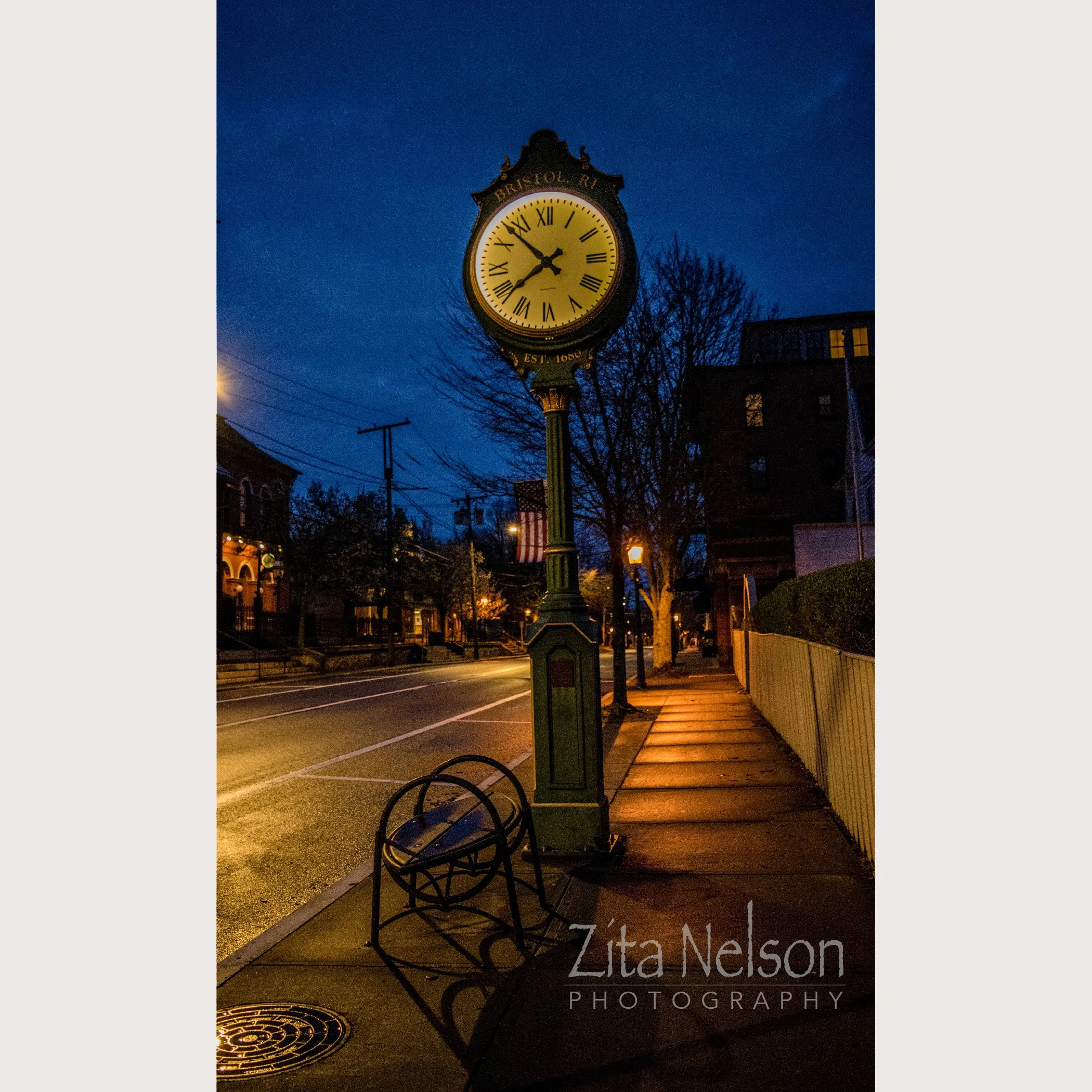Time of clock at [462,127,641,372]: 7:52
